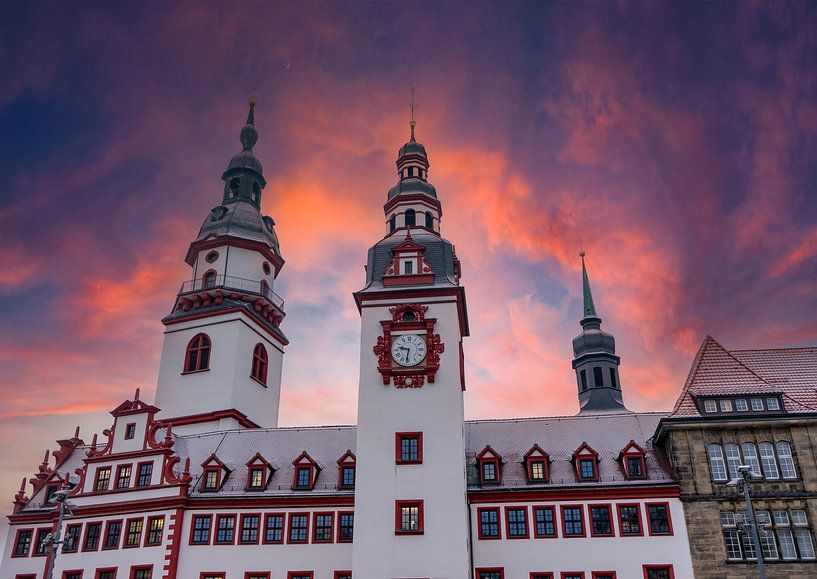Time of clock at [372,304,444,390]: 9:32
